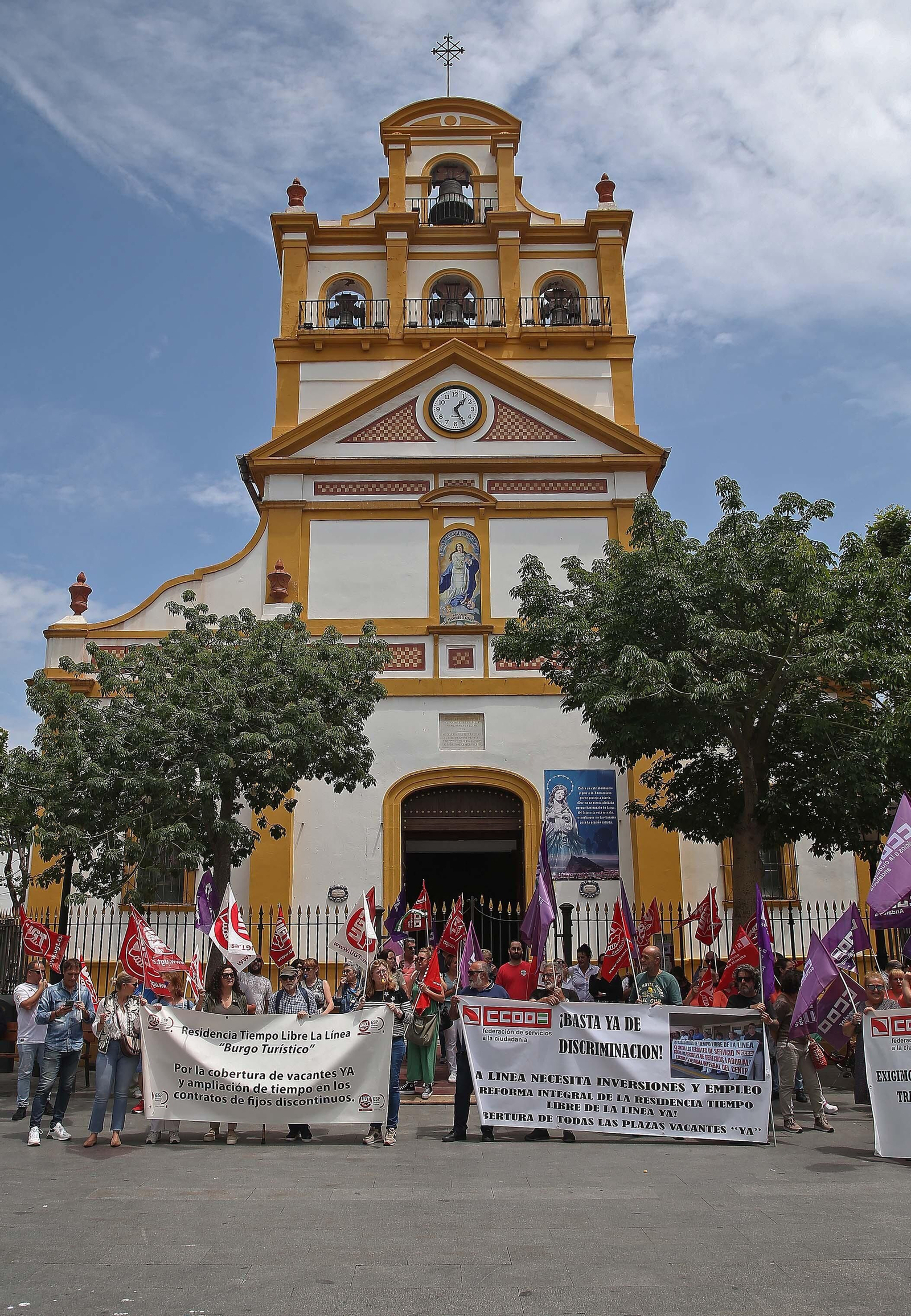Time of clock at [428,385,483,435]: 1:25
